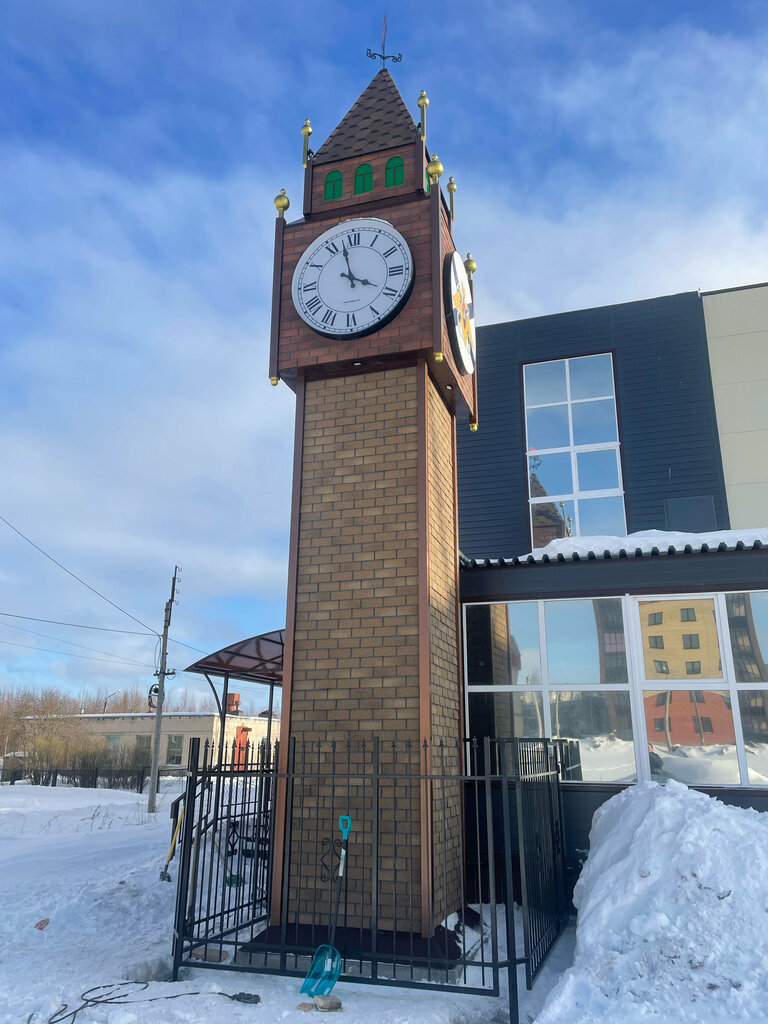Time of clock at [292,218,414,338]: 3:57
